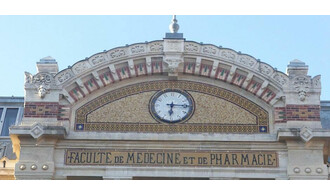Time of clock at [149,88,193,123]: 6:15
